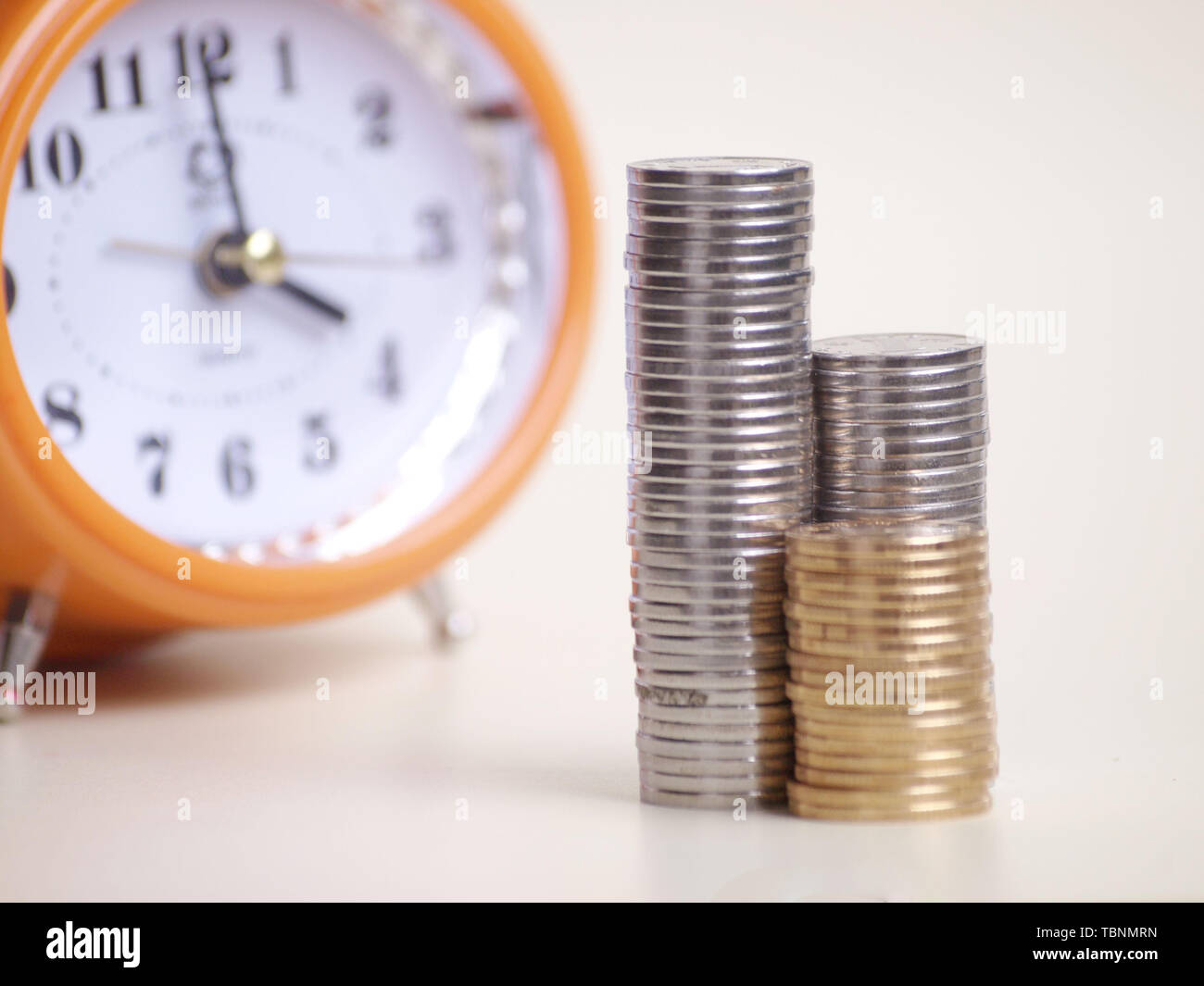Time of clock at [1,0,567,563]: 3:59
